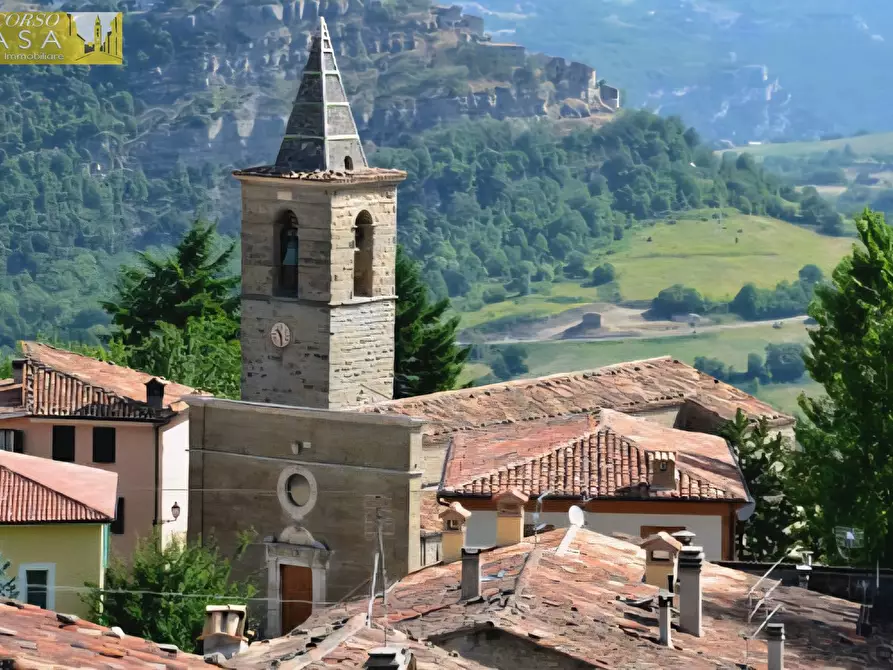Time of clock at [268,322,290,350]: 10:28
